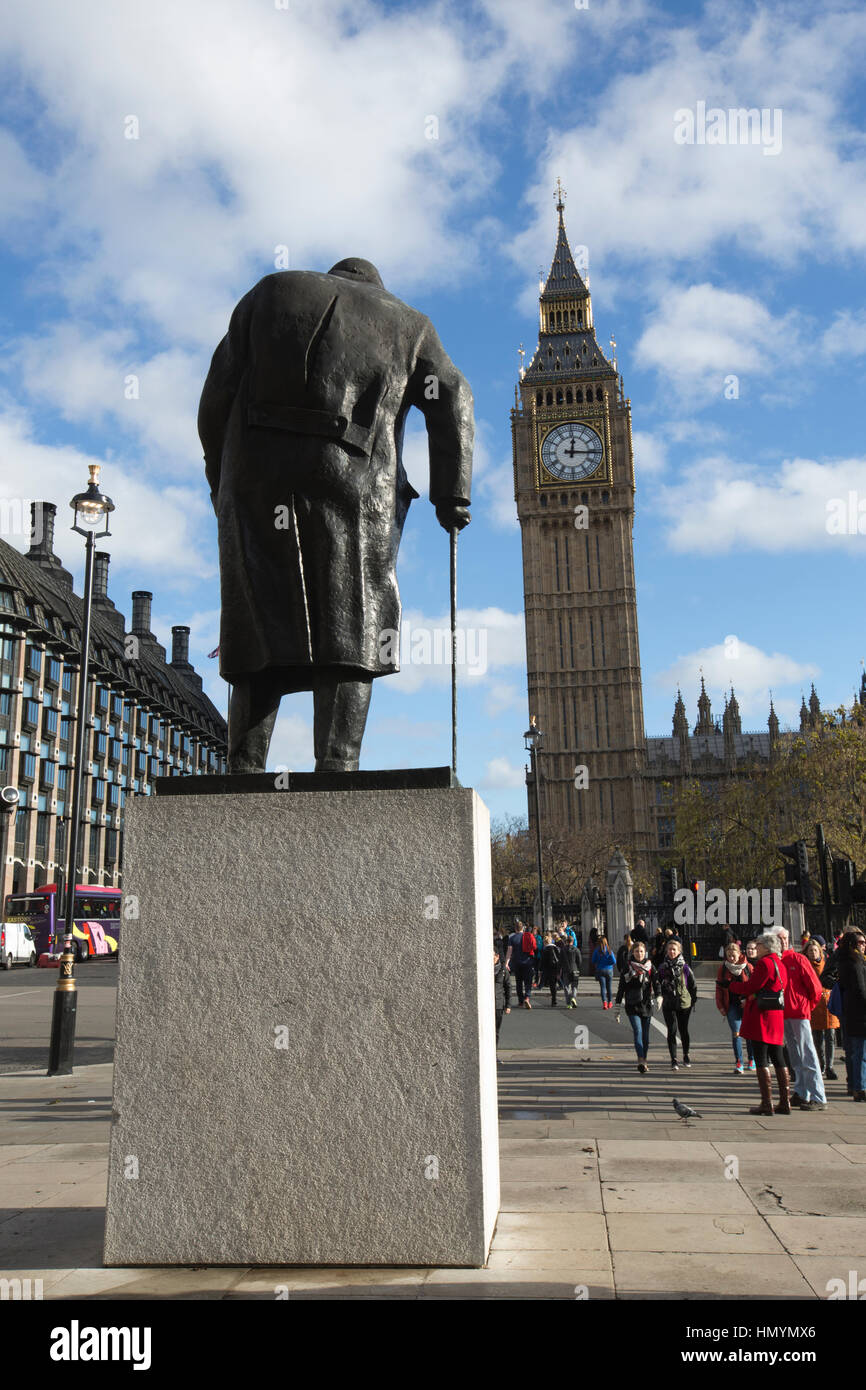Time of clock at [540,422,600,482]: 12:15
